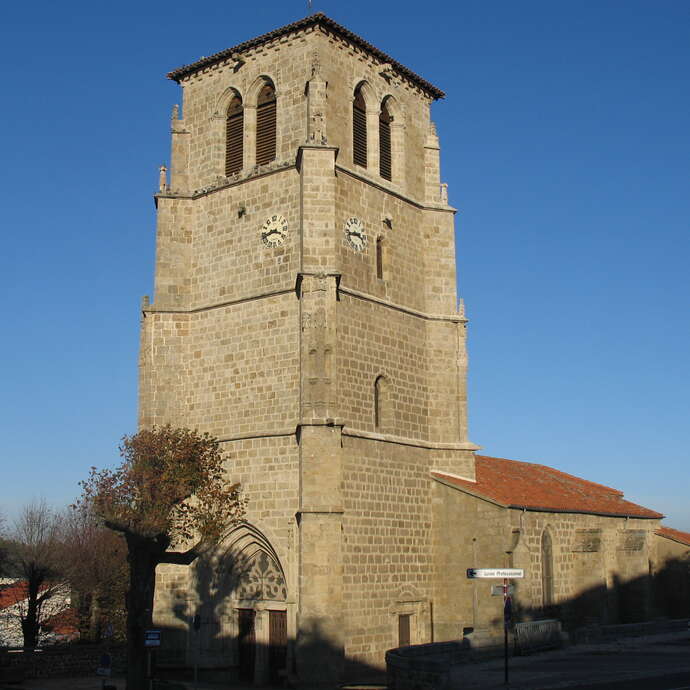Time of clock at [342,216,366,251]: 3:43
